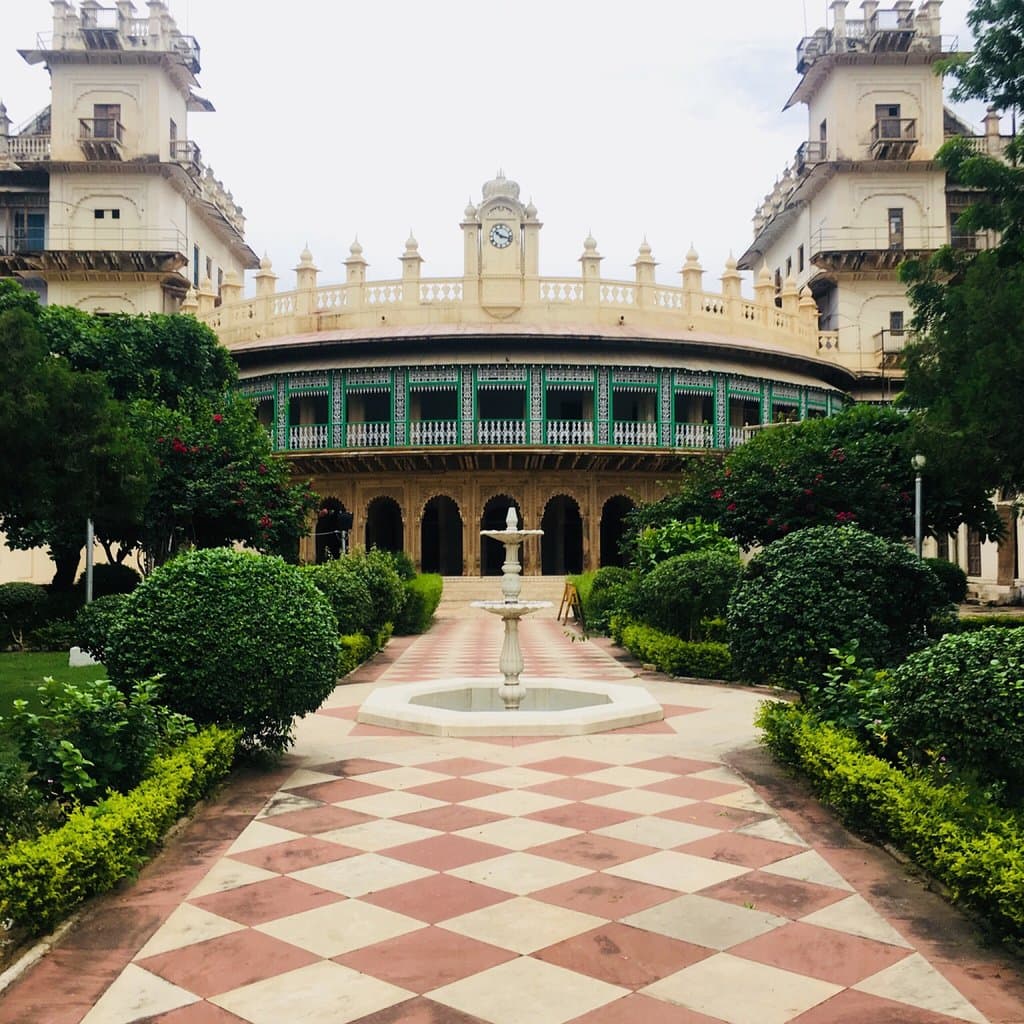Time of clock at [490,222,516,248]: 10:17
